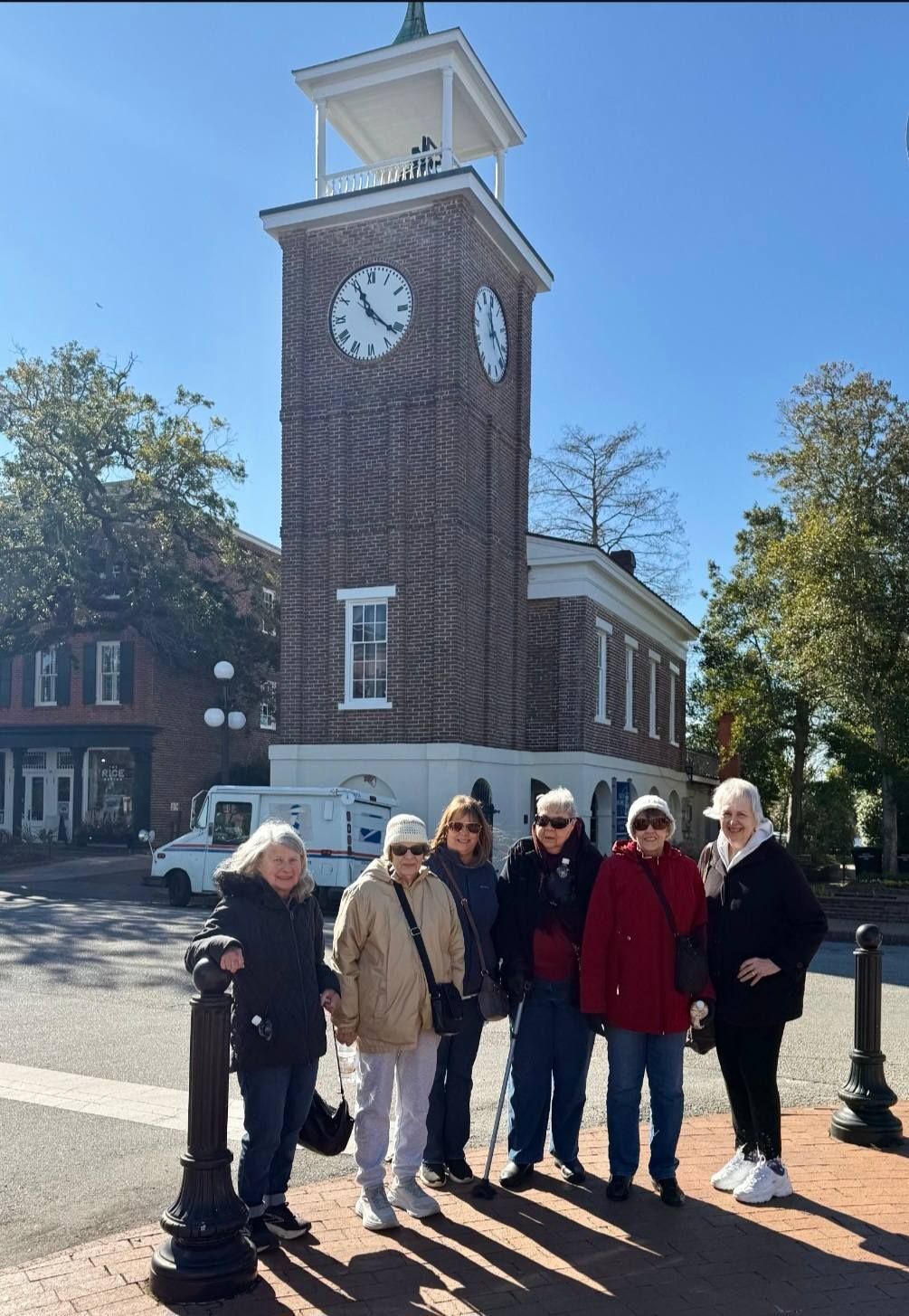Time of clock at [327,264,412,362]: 11:21
